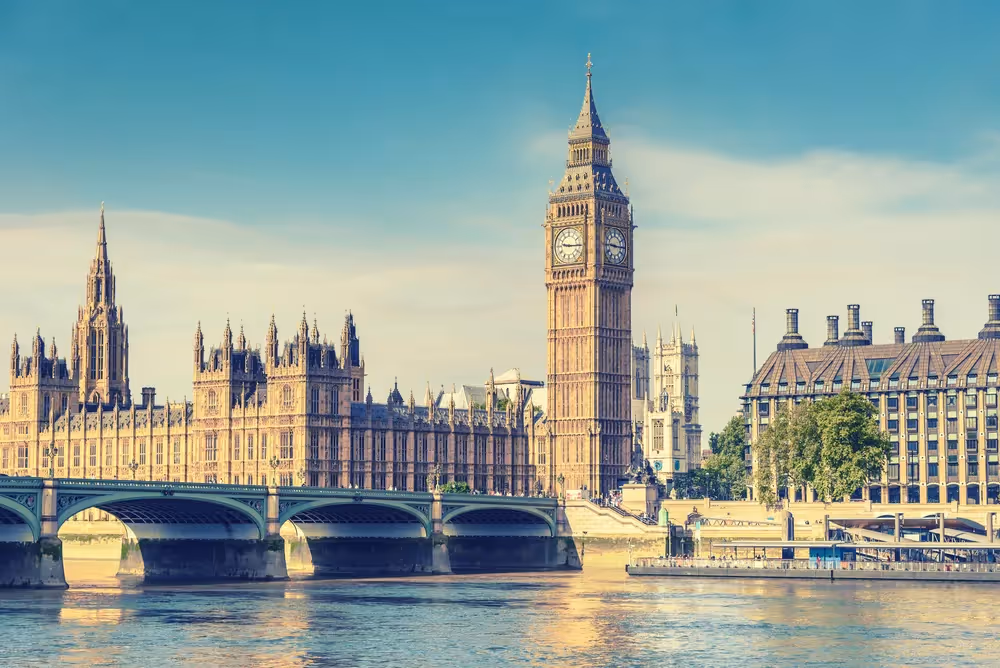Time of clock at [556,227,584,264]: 9:15
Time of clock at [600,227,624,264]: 9:15
